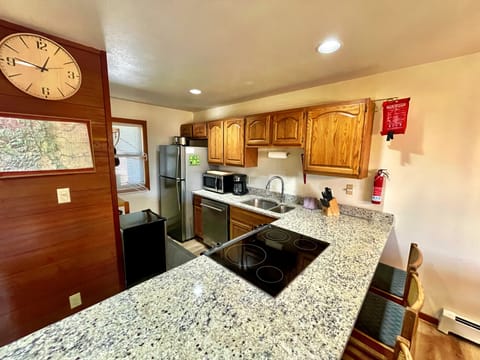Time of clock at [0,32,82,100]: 12:46
